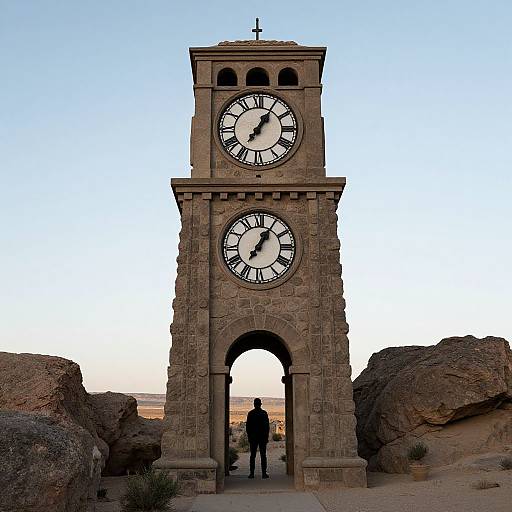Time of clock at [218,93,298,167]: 1:05
